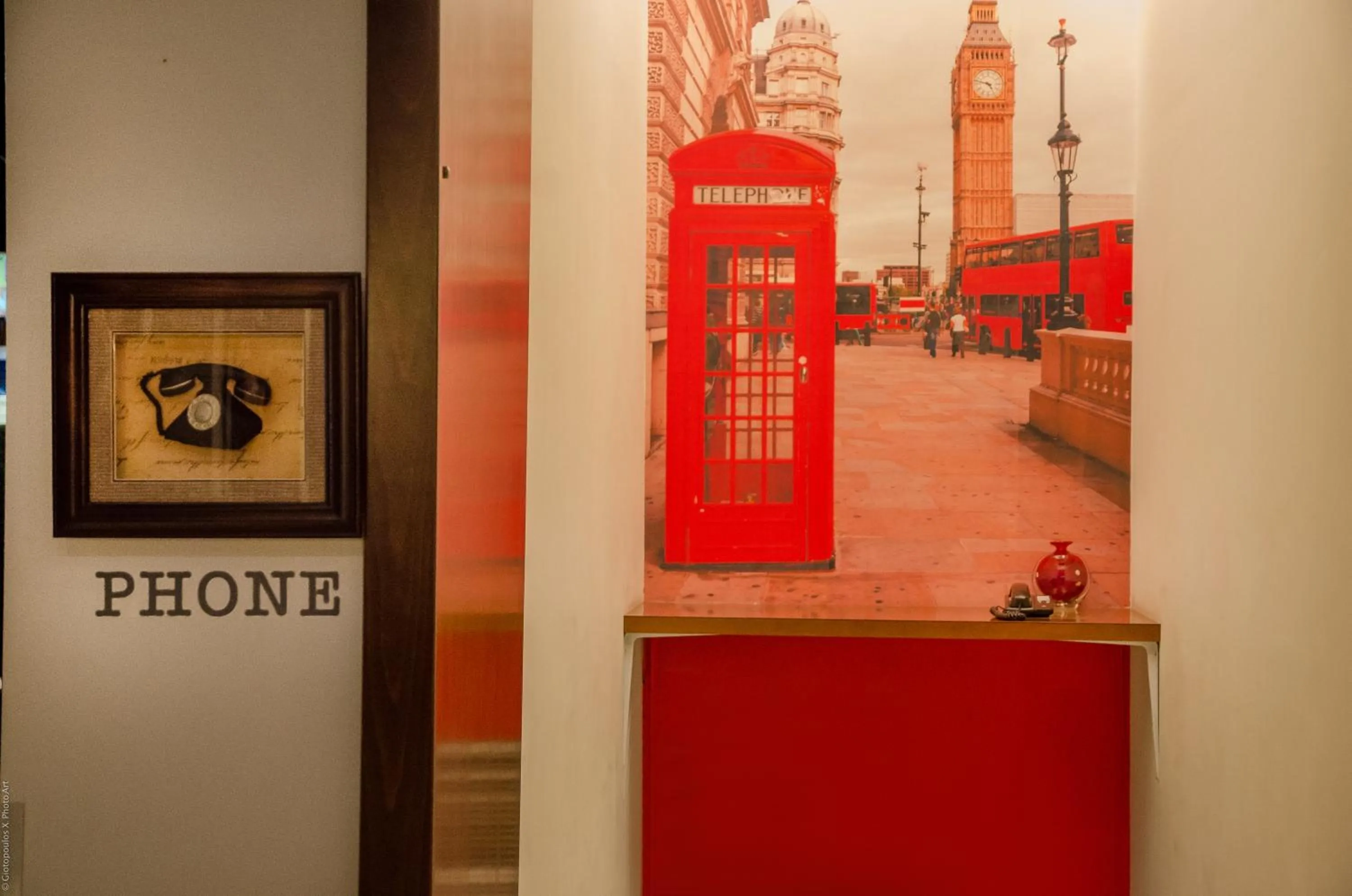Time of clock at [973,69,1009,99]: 4:47
